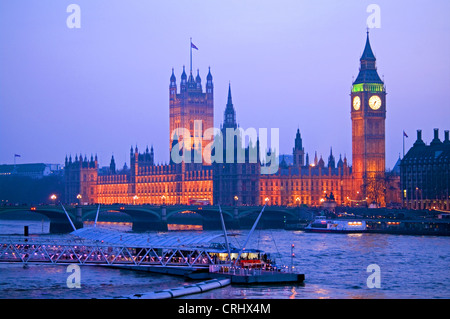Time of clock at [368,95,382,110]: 6:36
